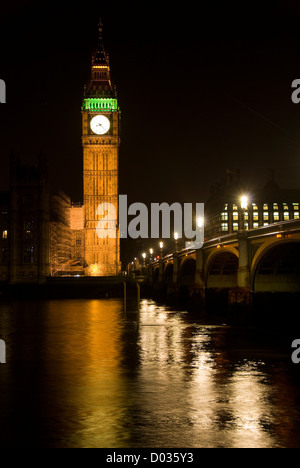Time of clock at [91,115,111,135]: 8:22
